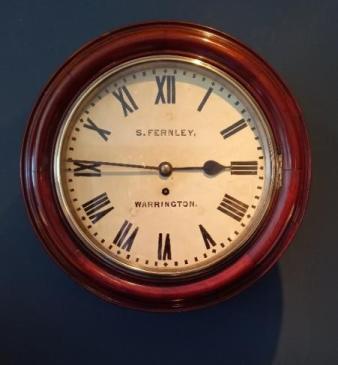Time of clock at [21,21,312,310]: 2:45
